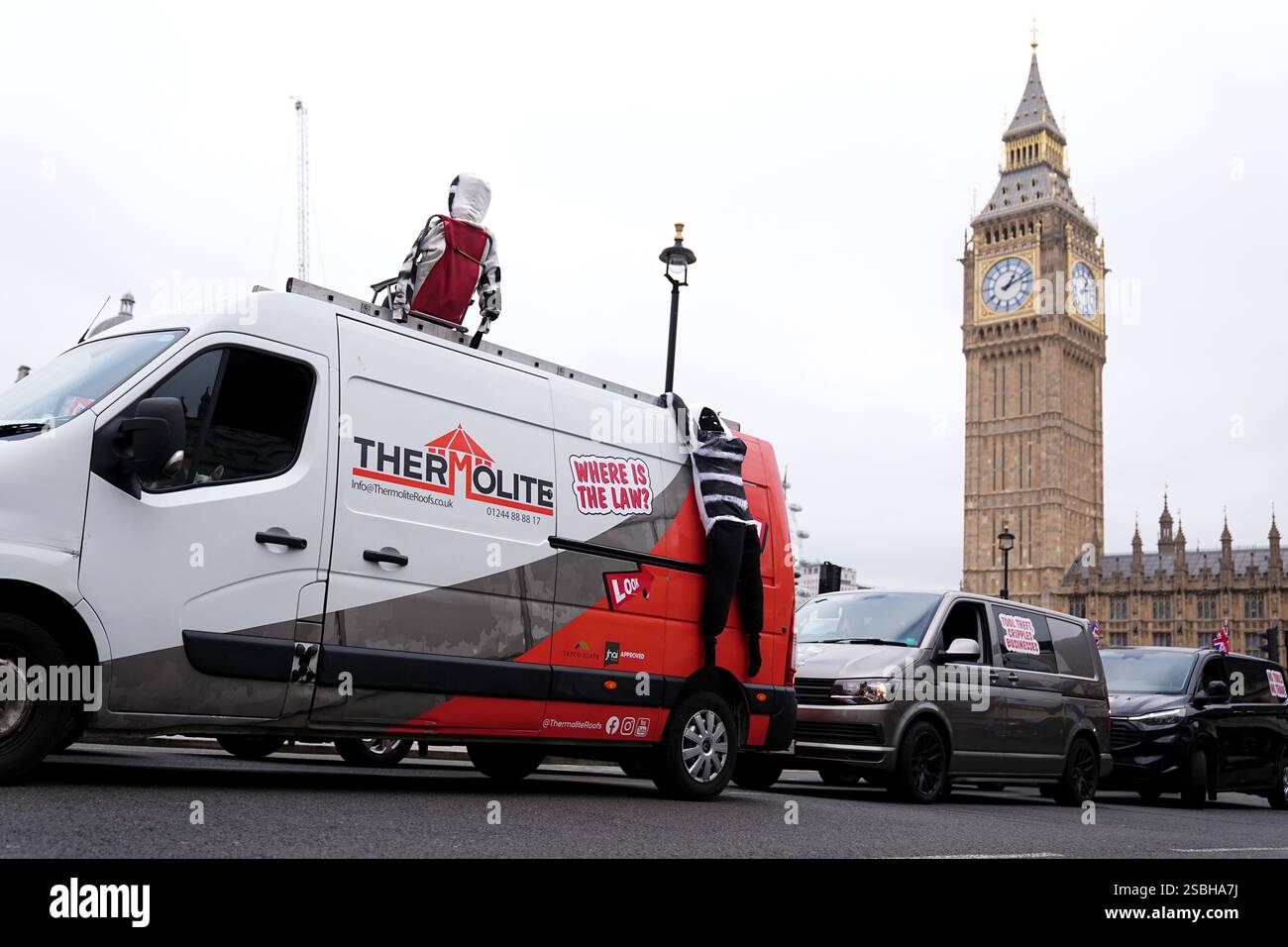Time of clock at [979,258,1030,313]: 1:11
